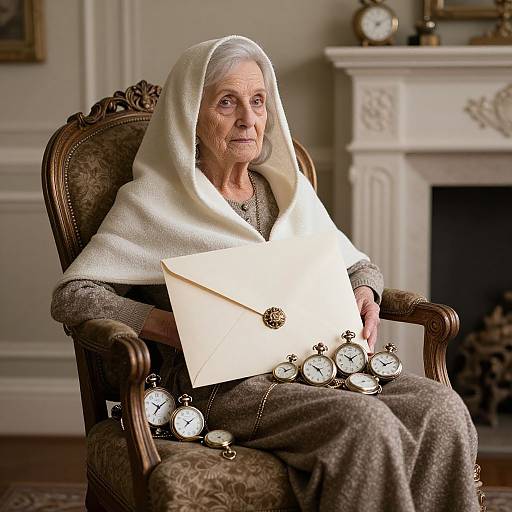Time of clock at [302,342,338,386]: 4:50
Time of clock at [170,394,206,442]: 10:08
